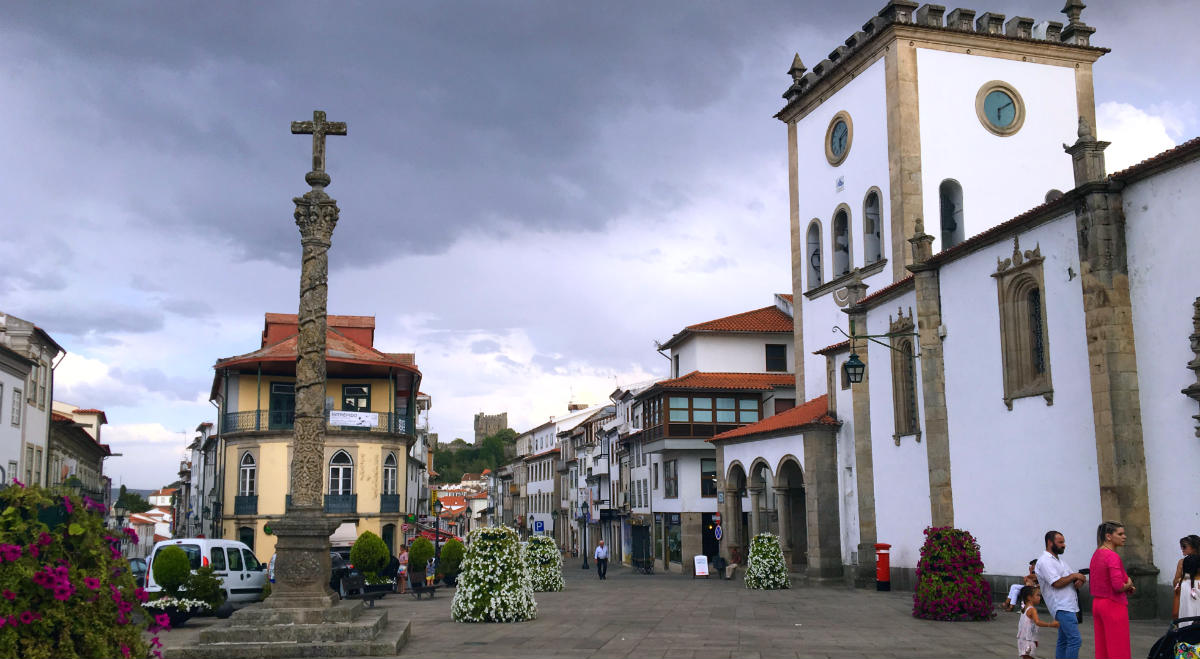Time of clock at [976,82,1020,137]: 6:10
